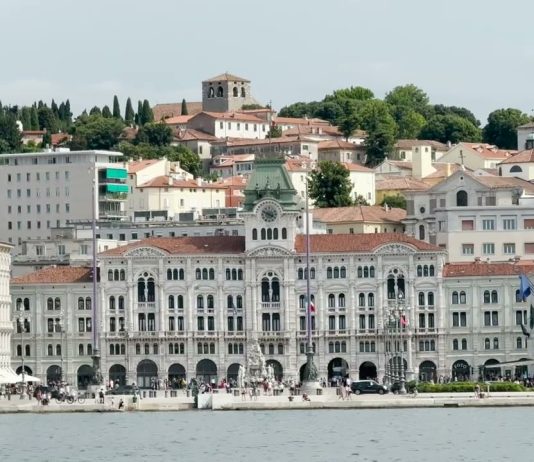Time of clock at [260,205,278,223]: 3:48
